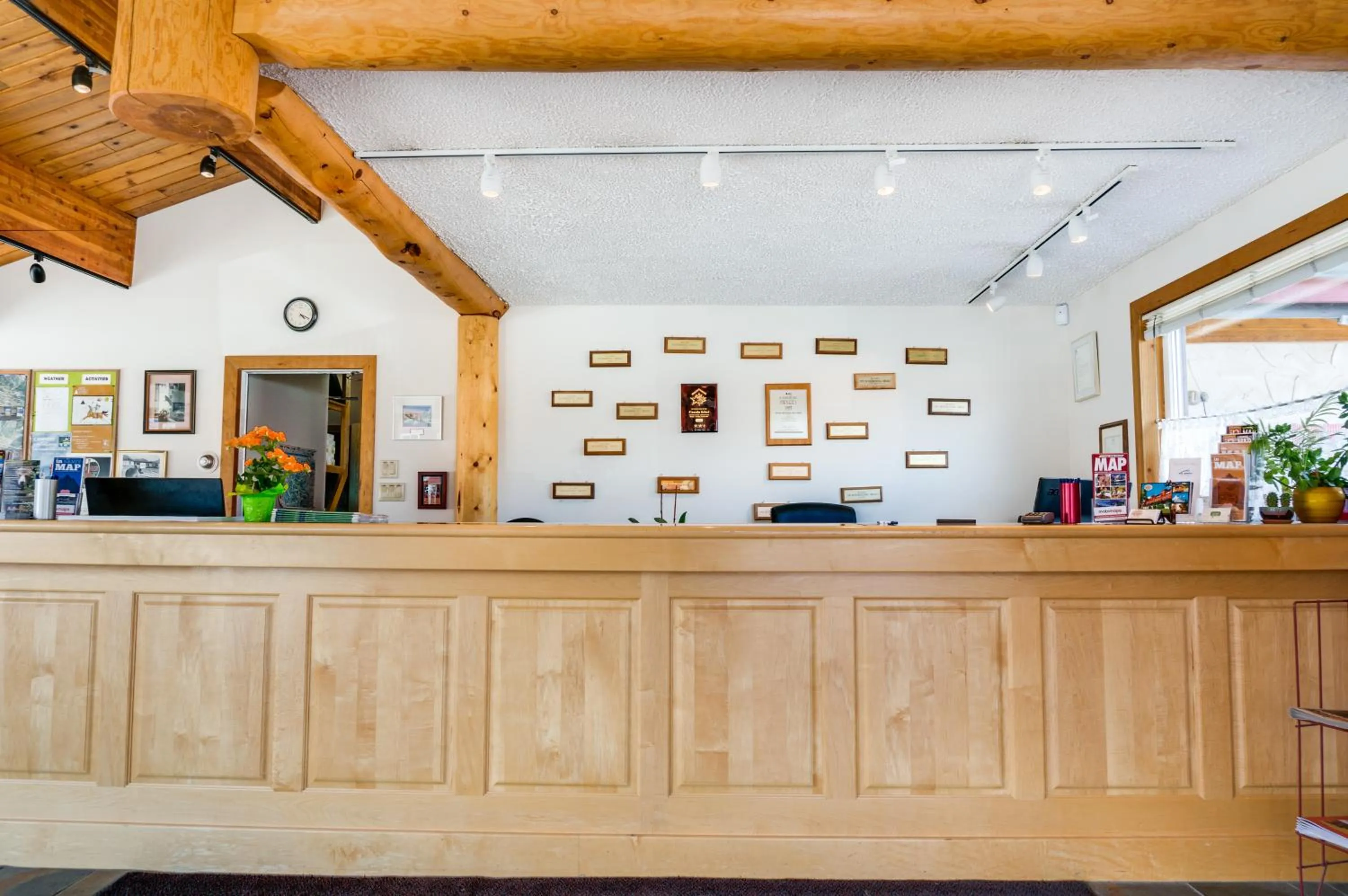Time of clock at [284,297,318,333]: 4:18
